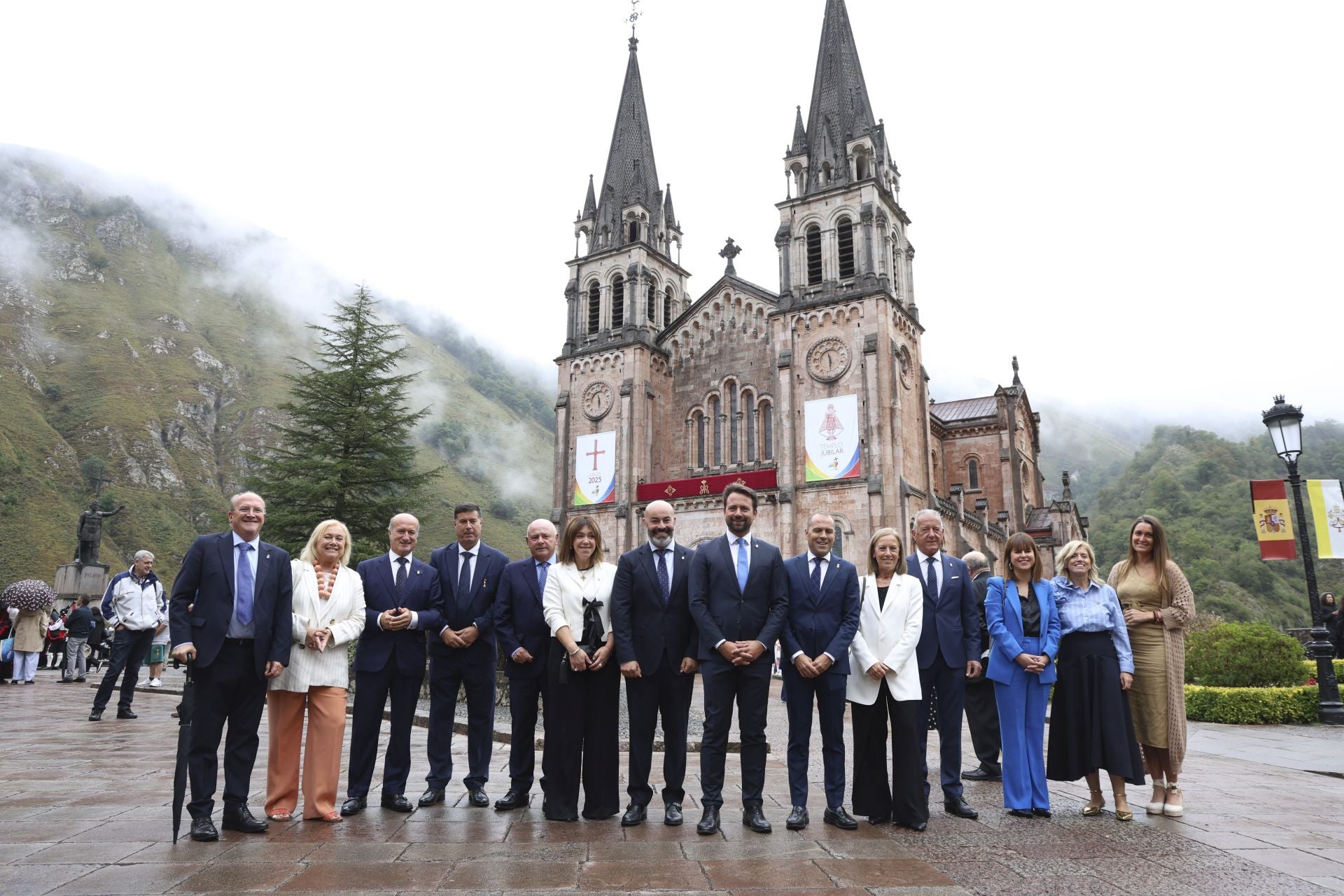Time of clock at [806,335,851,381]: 11:28
